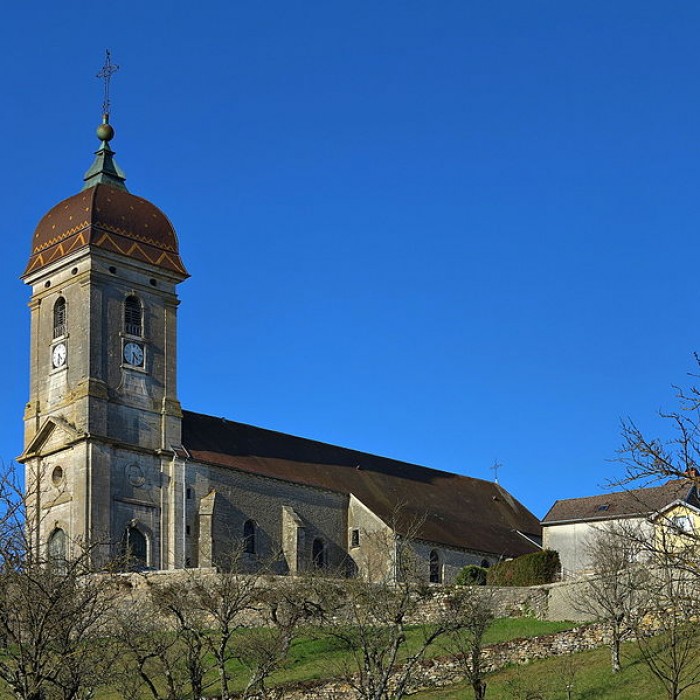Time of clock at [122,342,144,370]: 4:31
